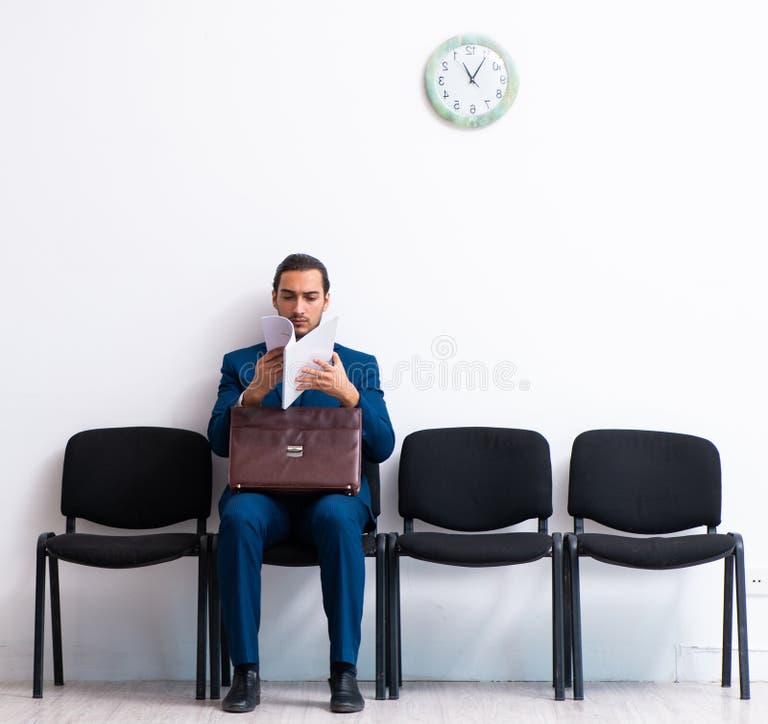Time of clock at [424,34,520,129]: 11:05
